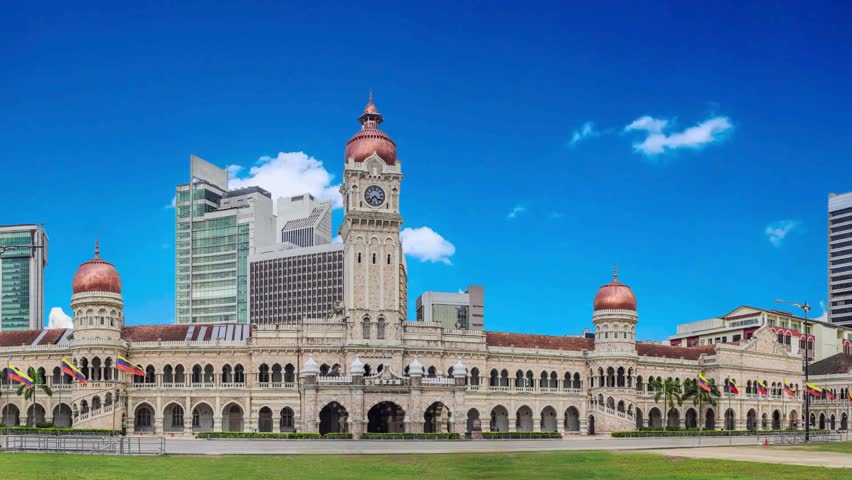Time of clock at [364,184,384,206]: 4:36
